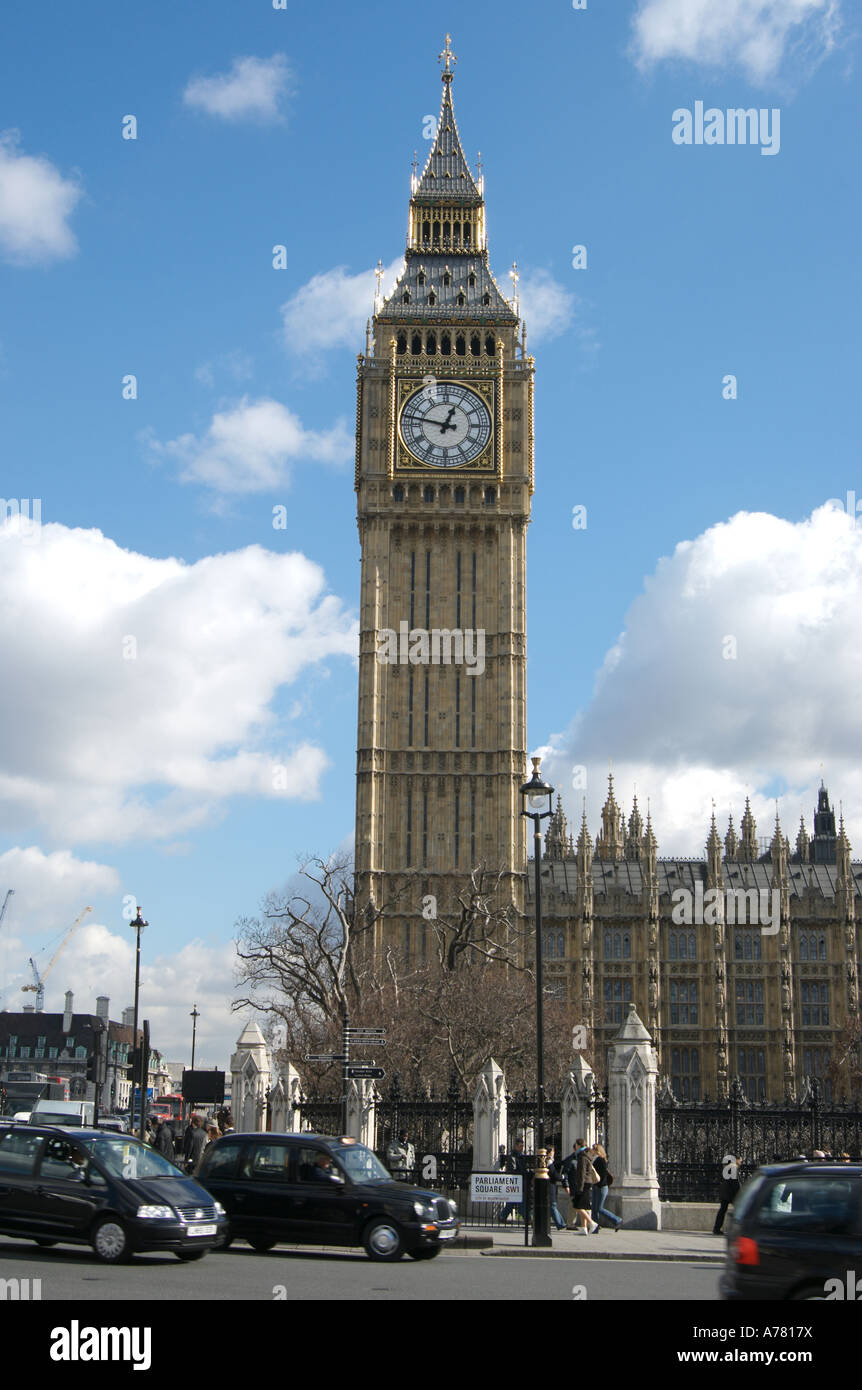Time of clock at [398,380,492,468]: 12:47
